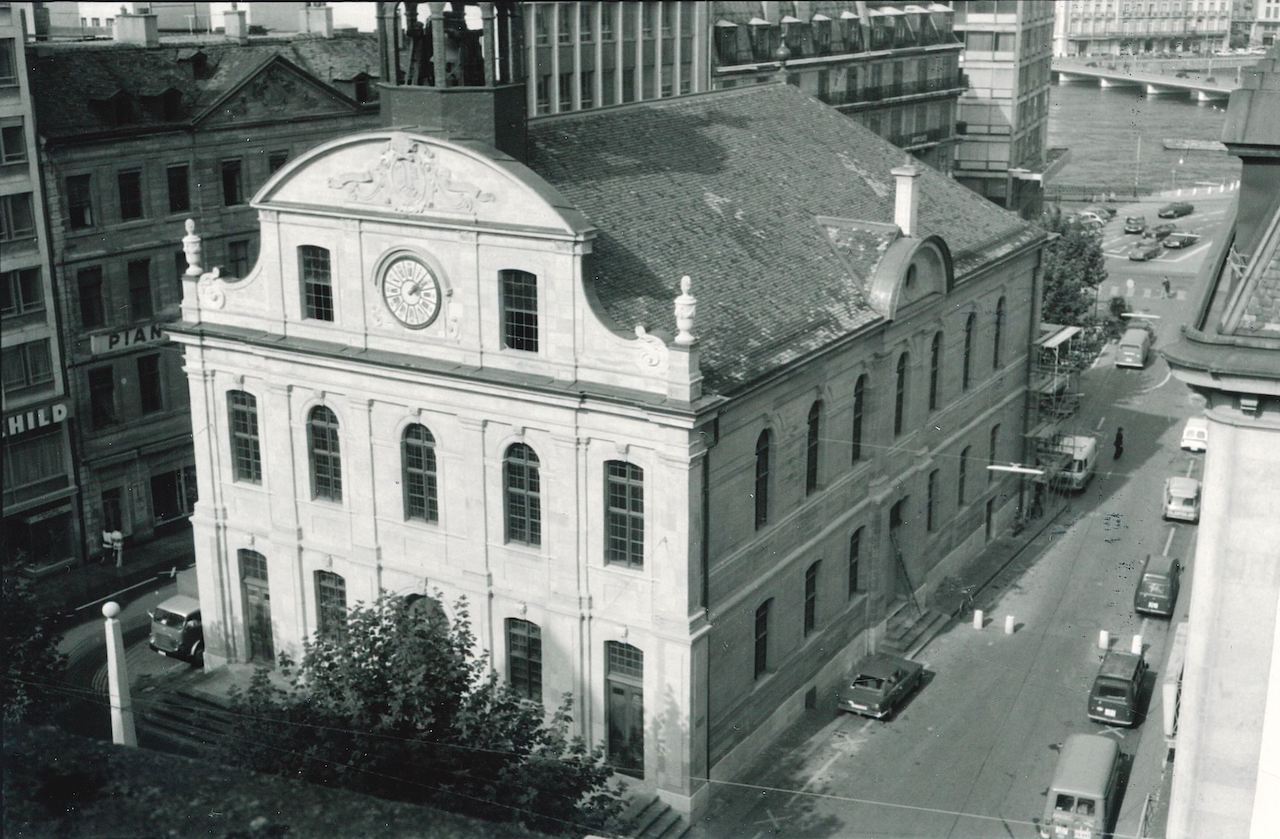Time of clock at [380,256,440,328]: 2:07
